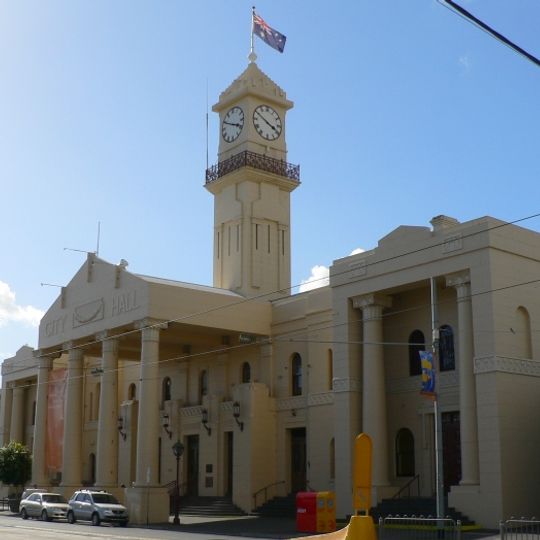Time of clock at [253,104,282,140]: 3:50
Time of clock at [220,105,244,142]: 3:49
